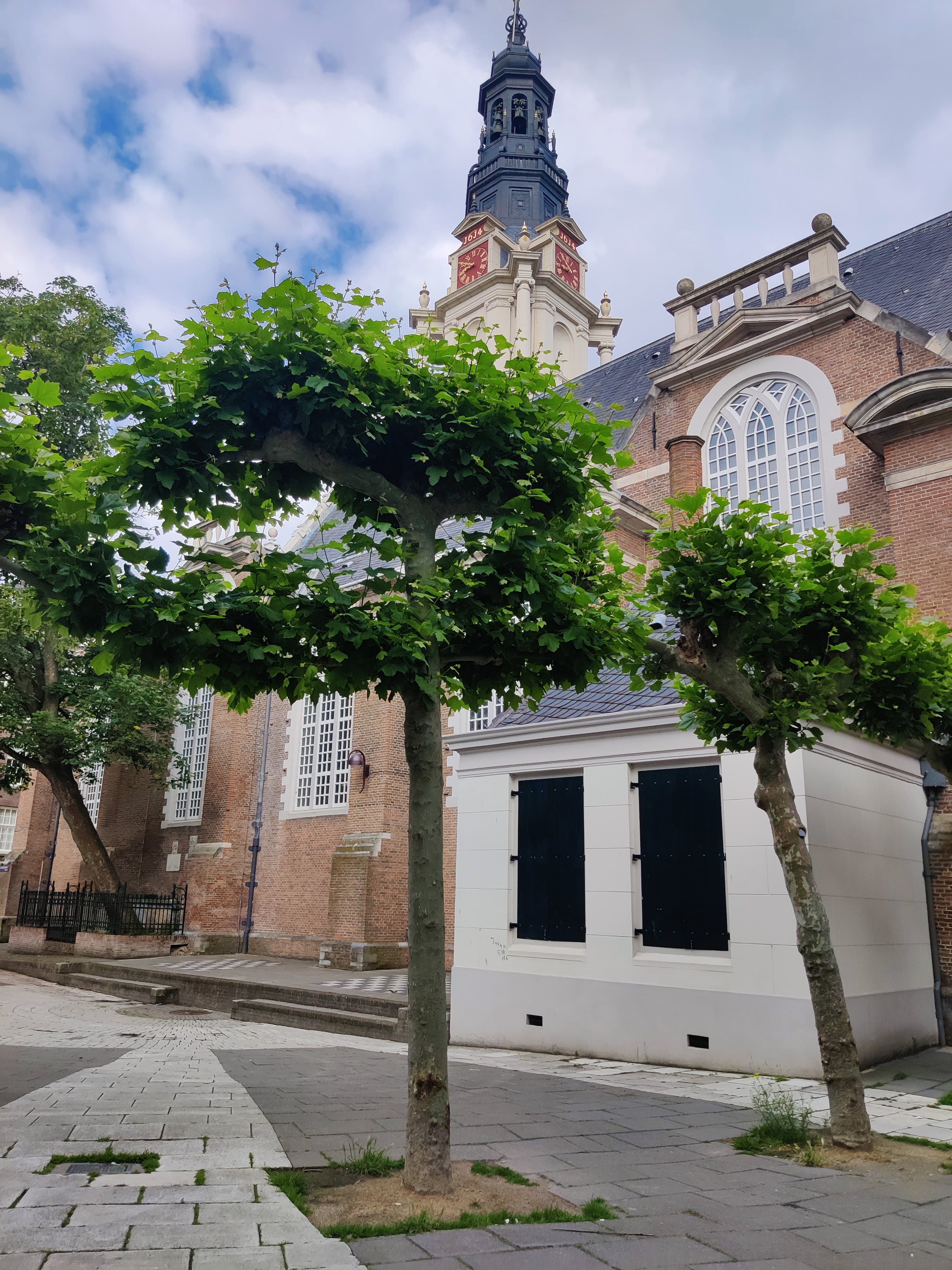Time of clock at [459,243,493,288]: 8:50
